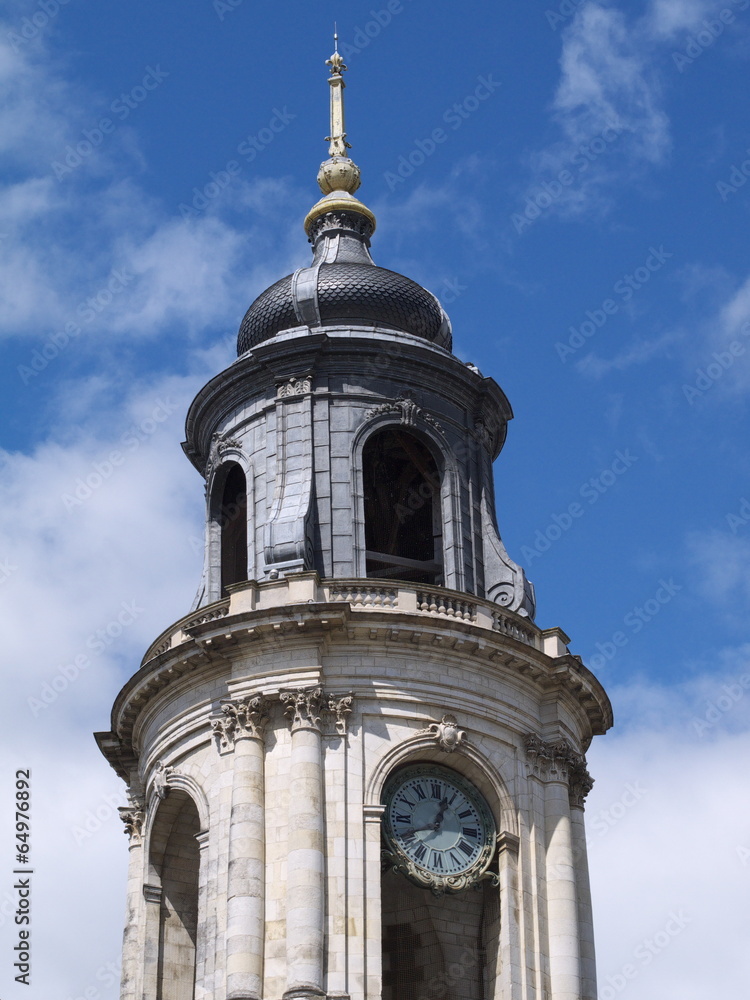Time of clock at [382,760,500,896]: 12:41
